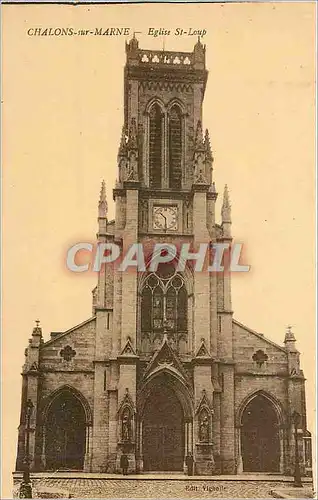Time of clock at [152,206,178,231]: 10:30
